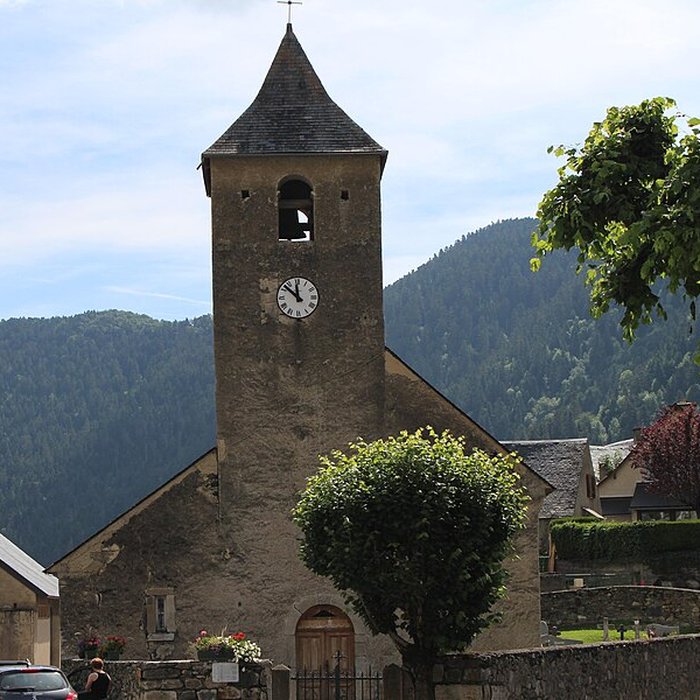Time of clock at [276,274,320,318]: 11:52
